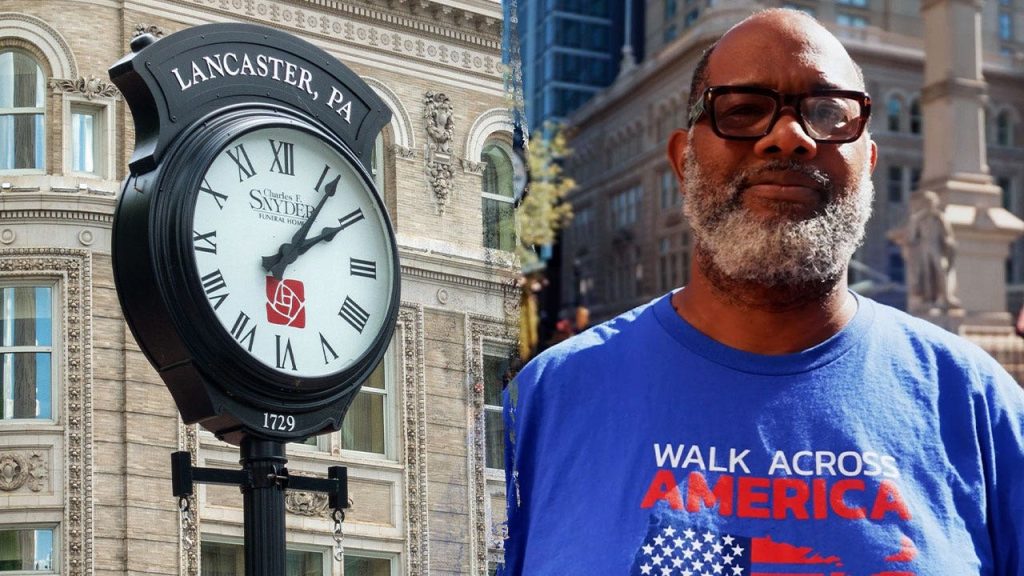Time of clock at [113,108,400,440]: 2:06
